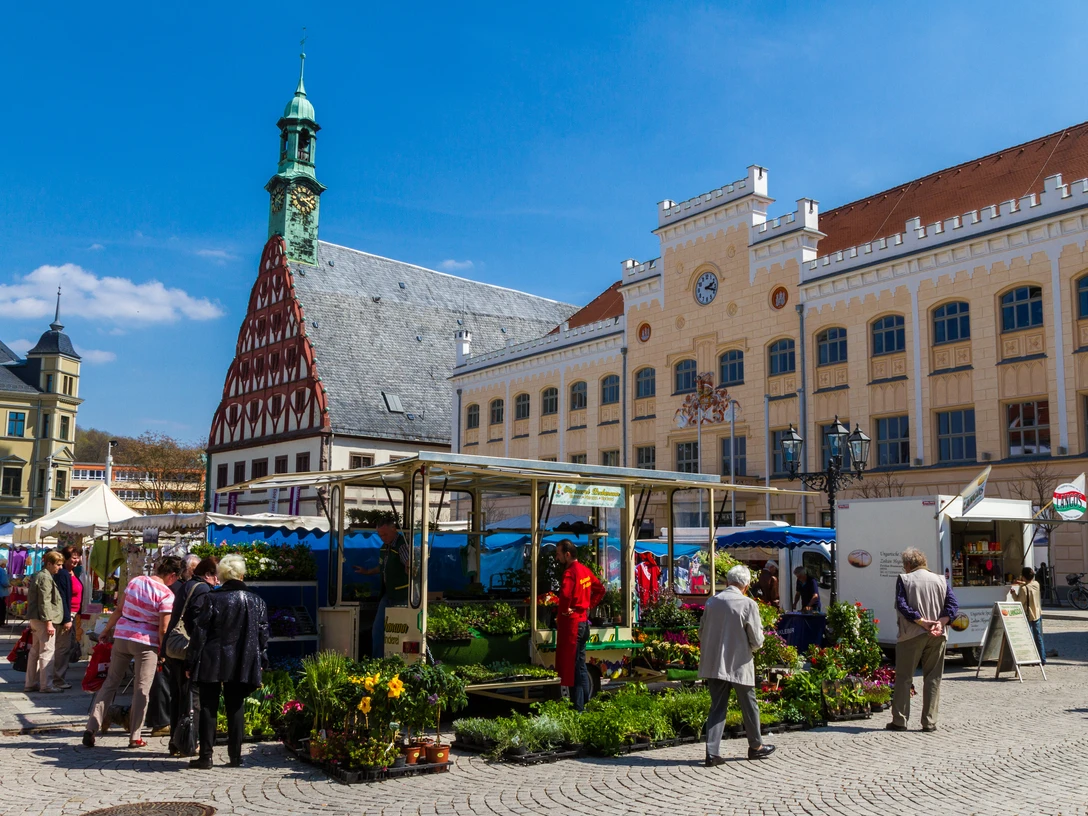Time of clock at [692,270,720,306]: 2:18
